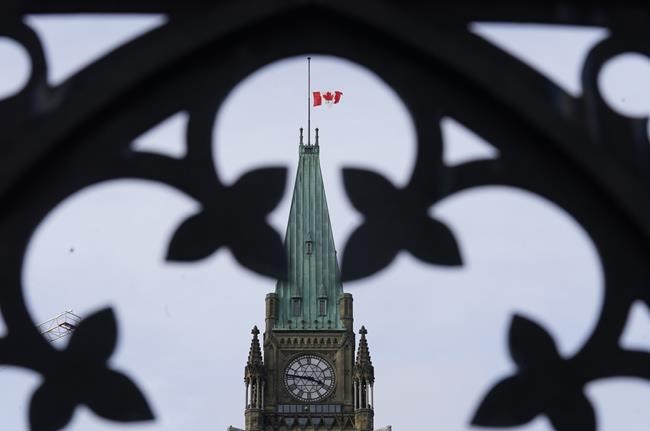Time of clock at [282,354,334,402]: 3:46
